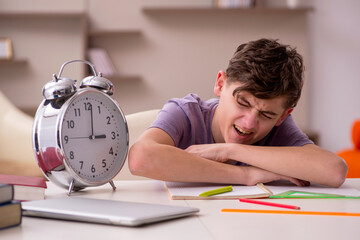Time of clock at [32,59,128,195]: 3:01
